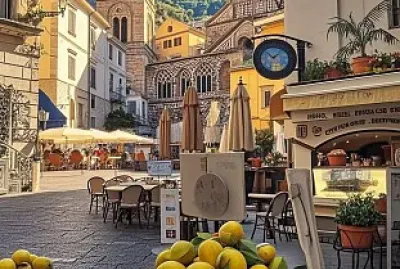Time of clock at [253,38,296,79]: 10:07
